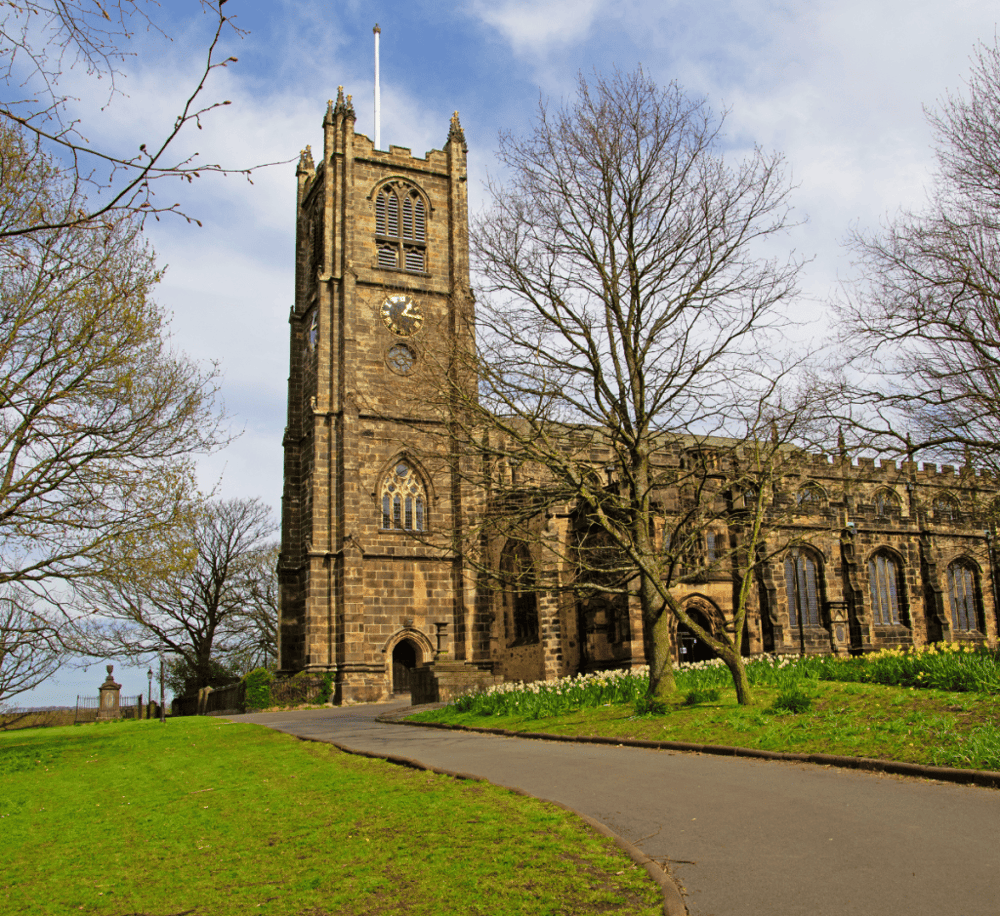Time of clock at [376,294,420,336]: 1:16
